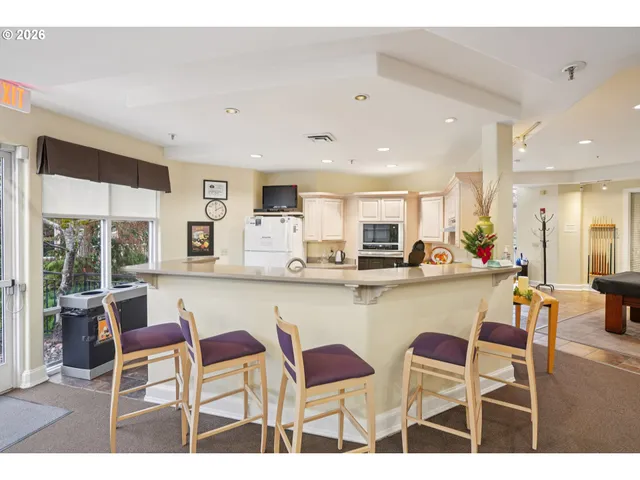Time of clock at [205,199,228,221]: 1:59
